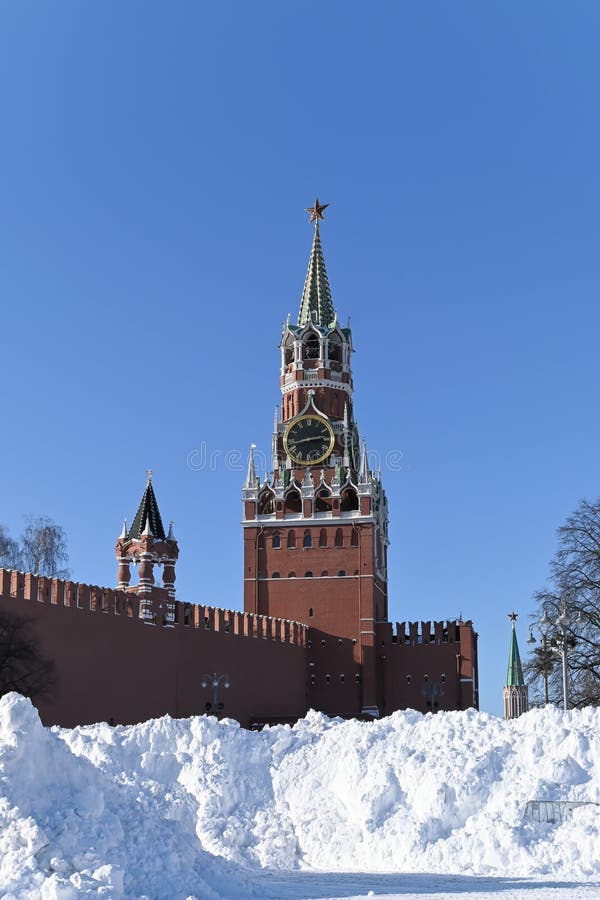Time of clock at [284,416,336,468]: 2:42
